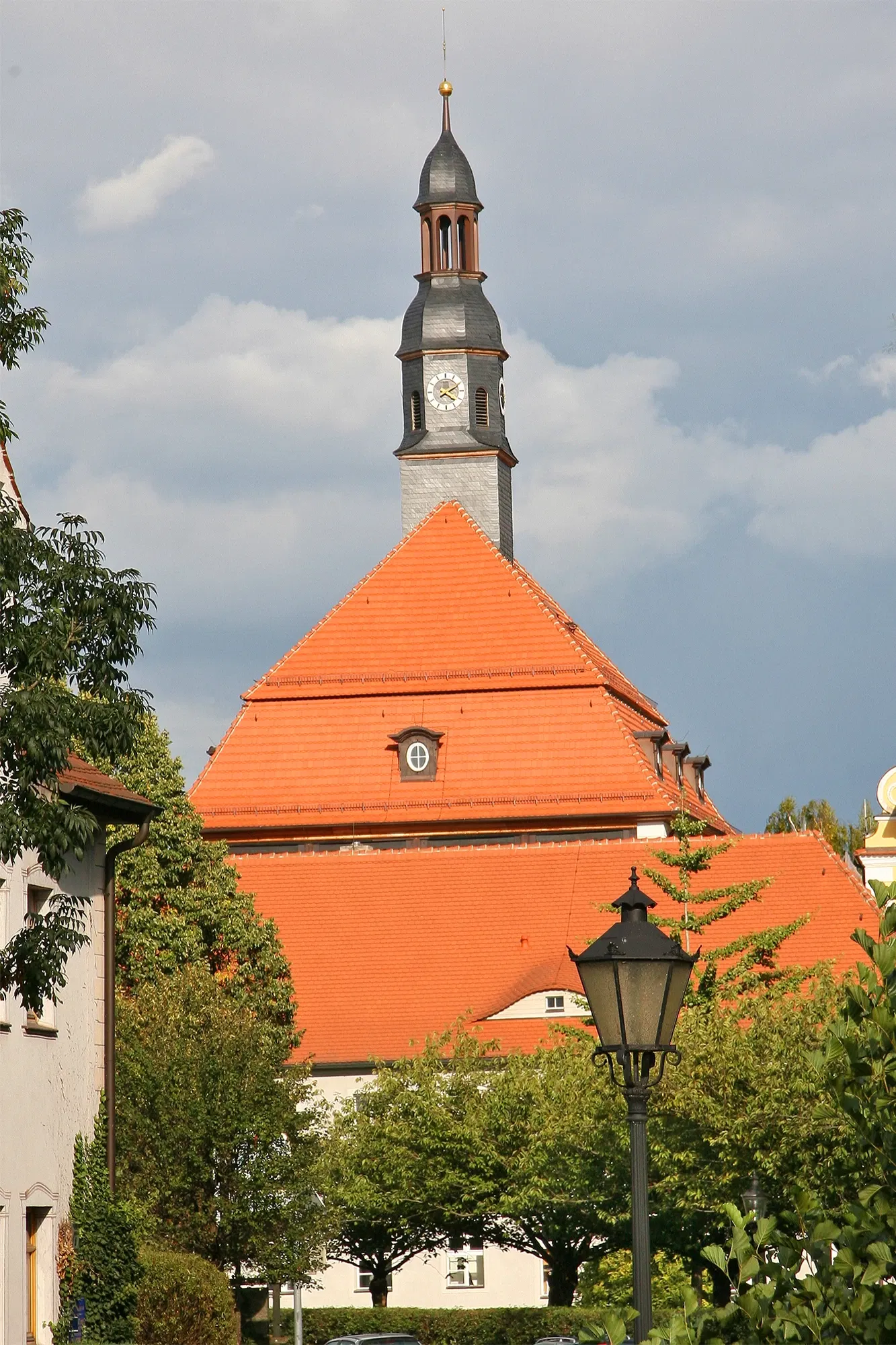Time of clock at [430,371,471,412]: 4:10
